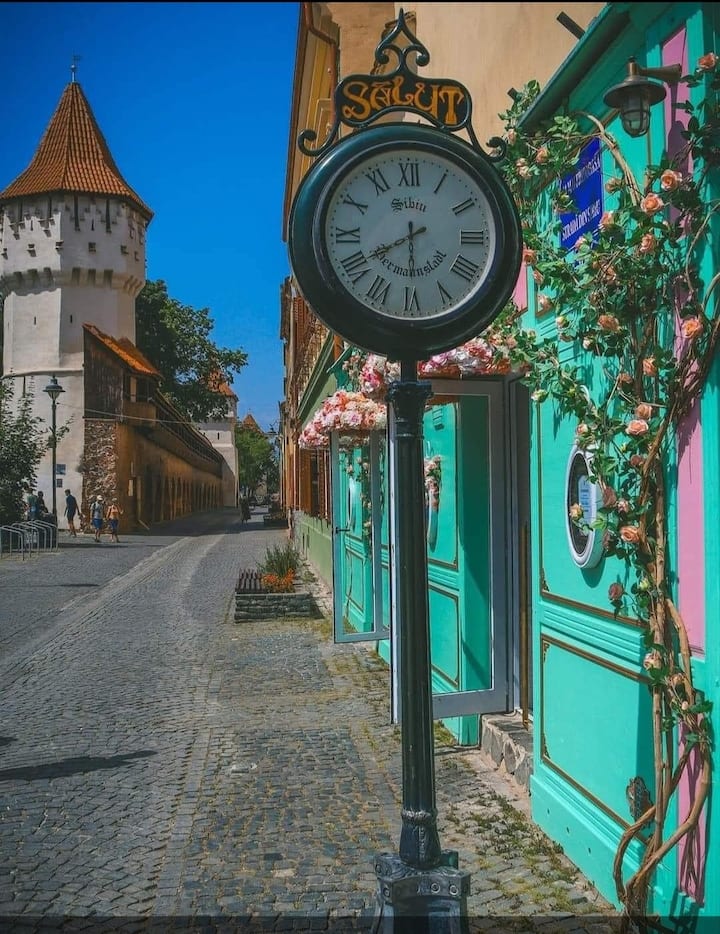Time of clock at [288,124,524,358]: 5:40
